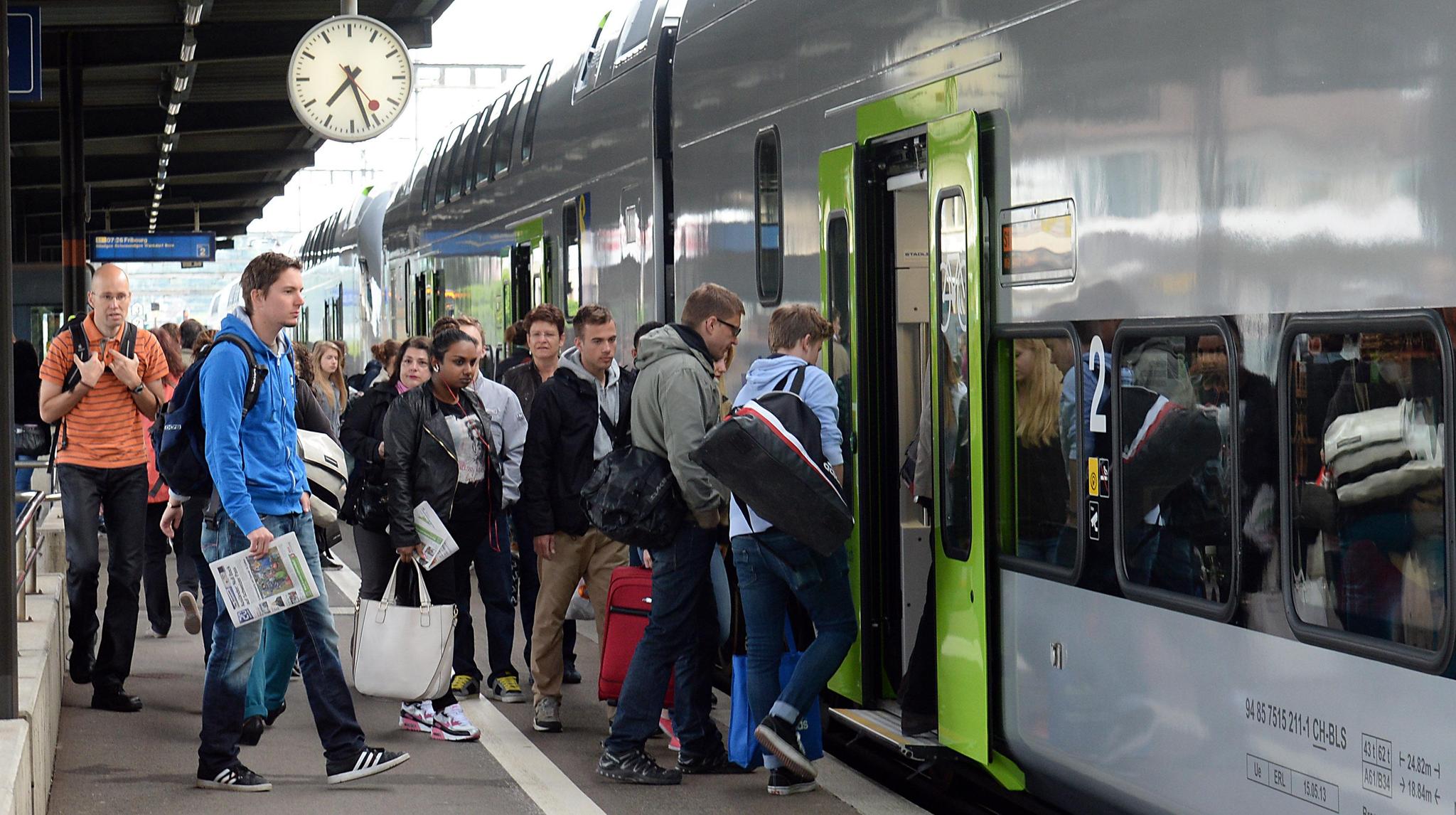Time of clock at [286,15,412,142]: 7:26
